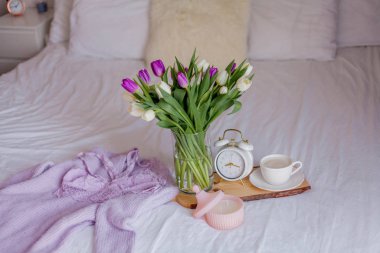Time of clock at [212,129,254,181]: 8:17
